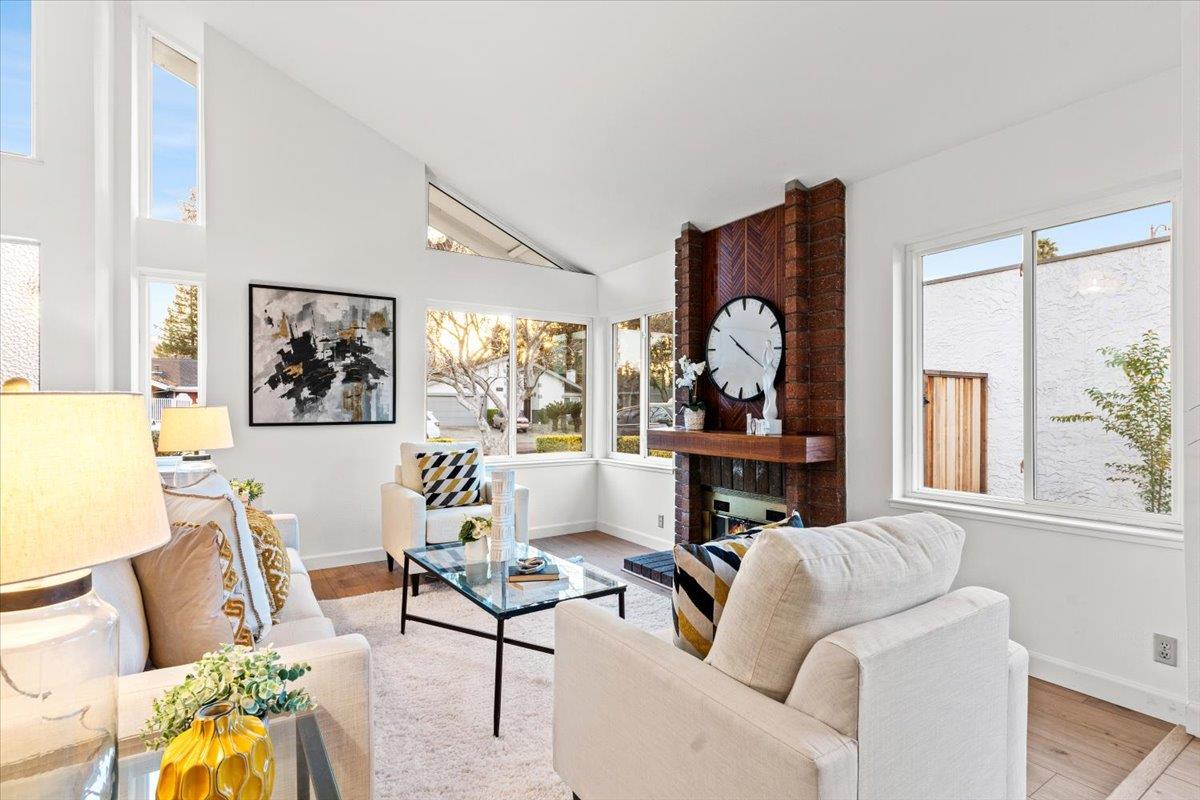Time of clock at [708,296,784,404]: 10:20
